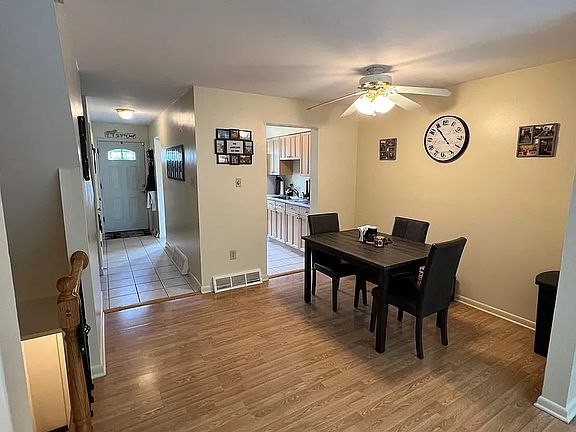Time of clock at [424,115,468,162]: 10:53
